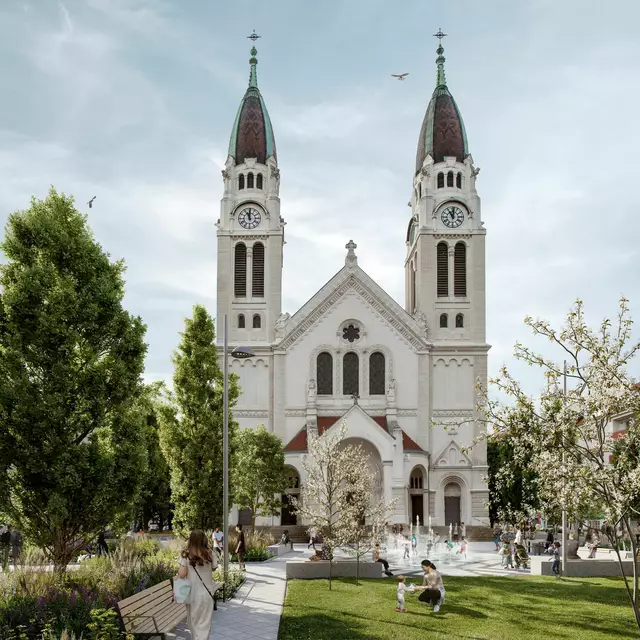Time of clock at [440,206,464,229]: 11:01
